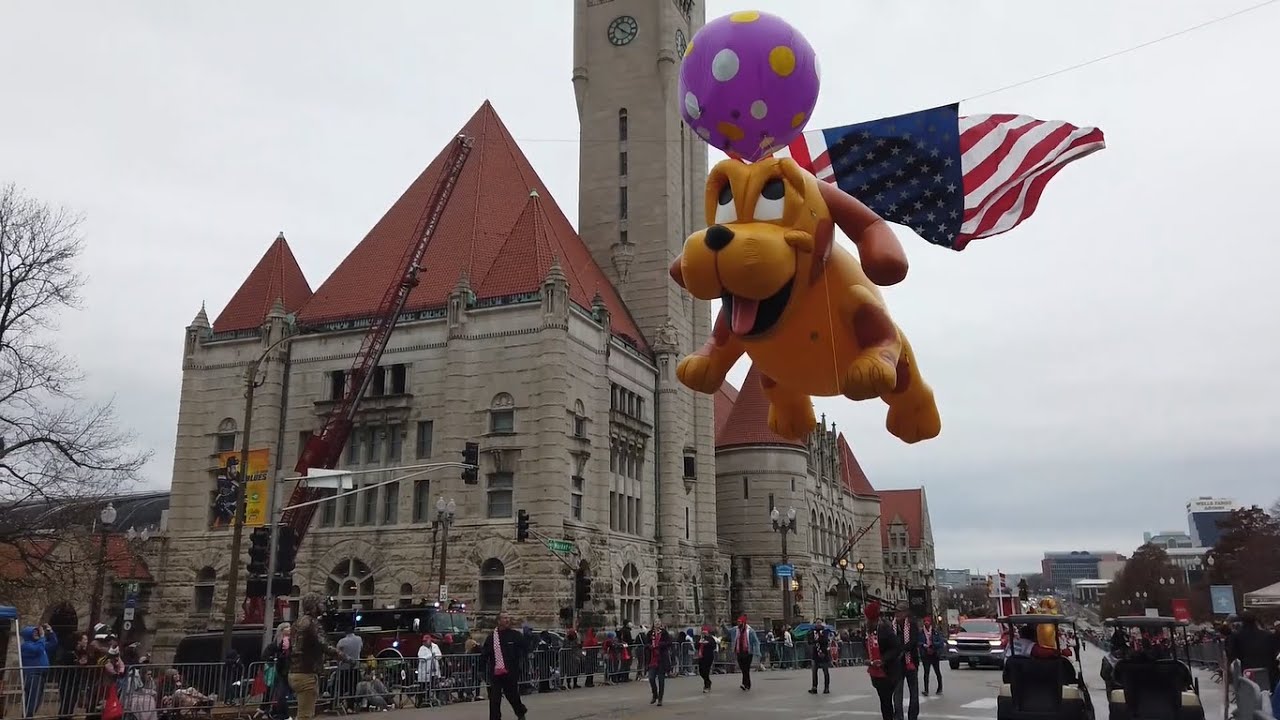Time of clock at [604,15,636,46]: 10:20
